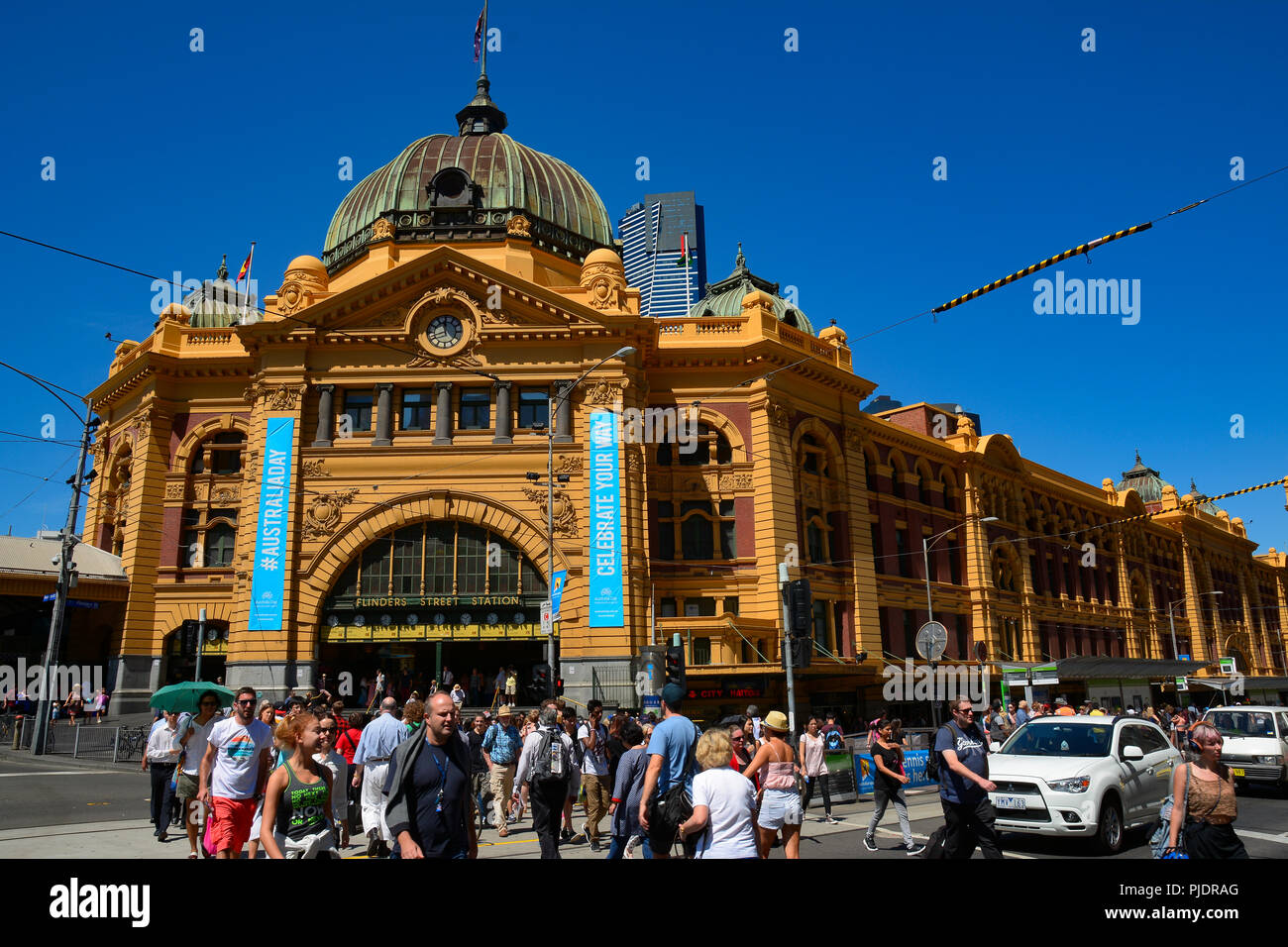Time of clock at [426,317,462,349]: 11:42
